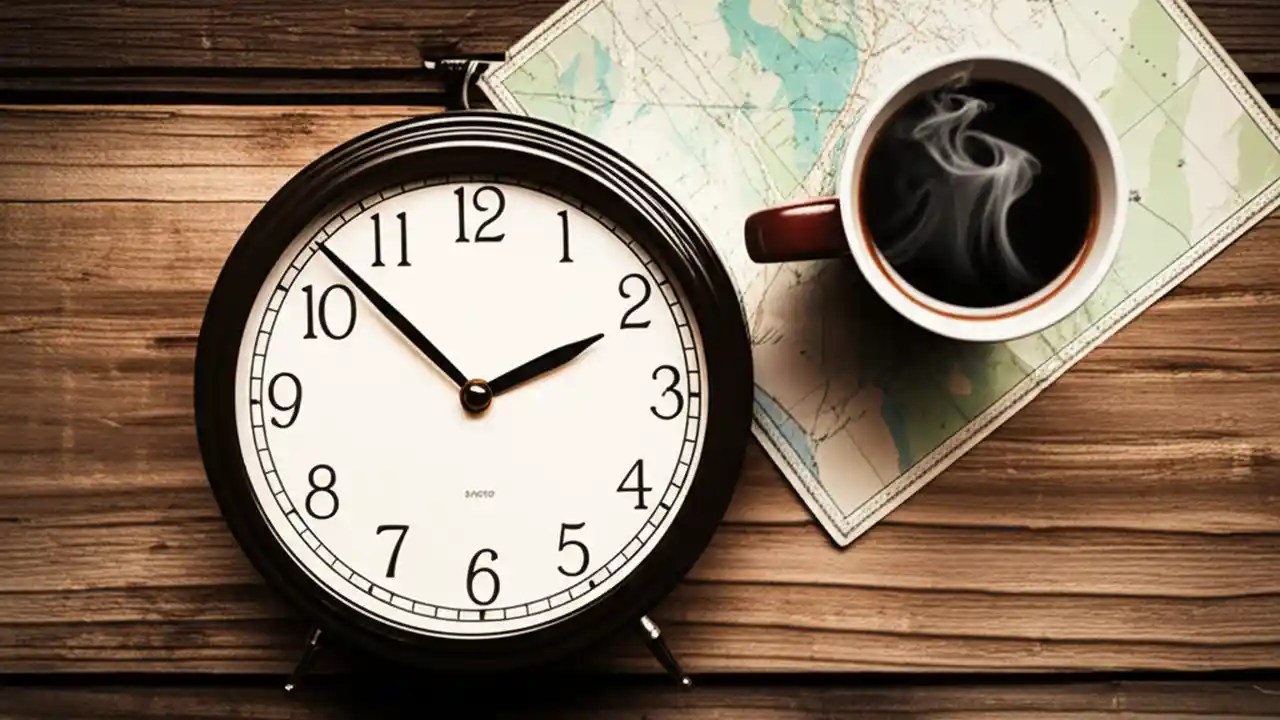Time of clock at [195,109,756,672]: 1:52
